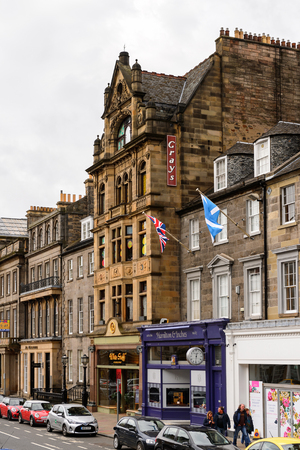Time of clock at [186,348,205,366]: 12:31
